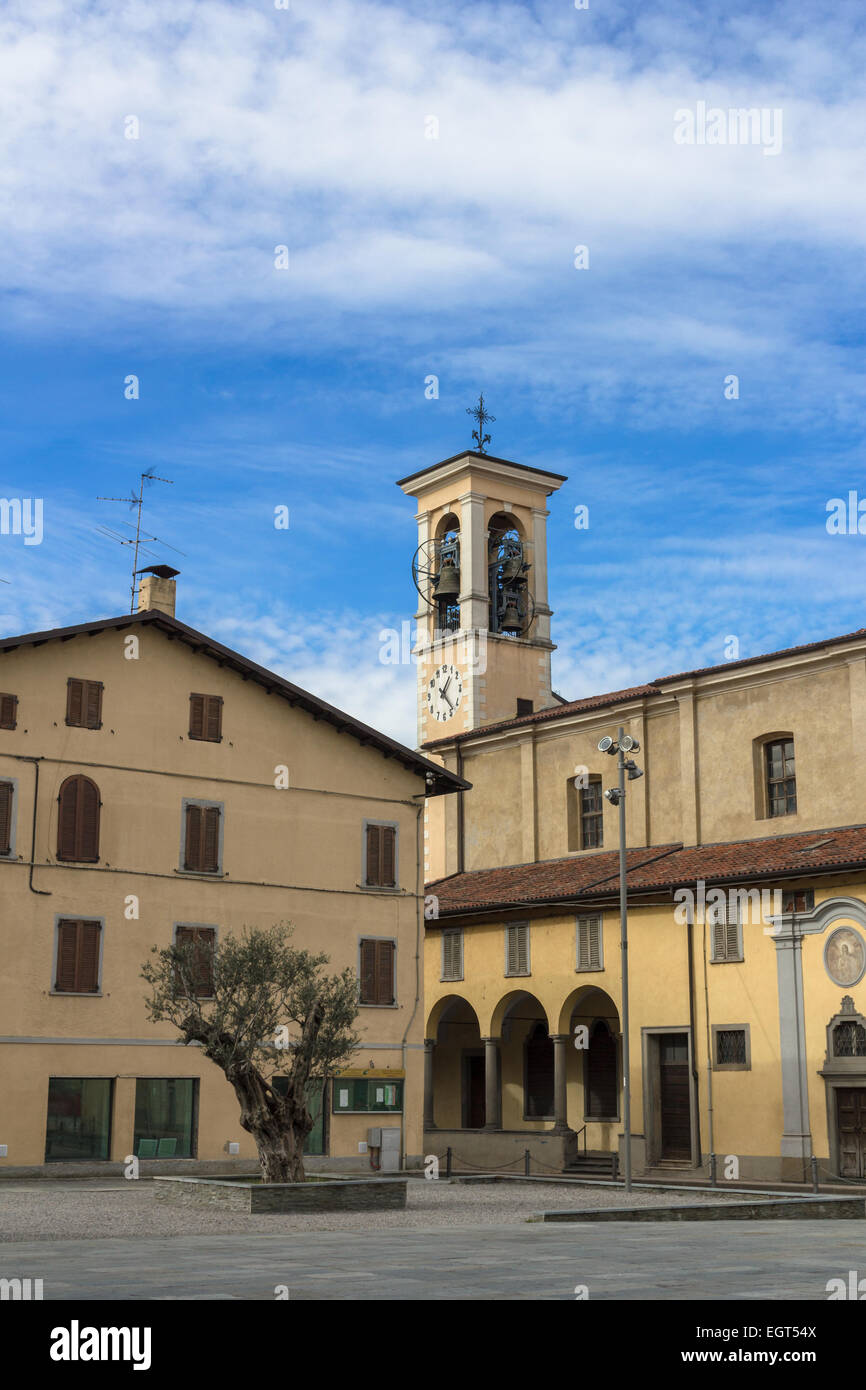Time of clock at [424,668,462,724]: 1:22
